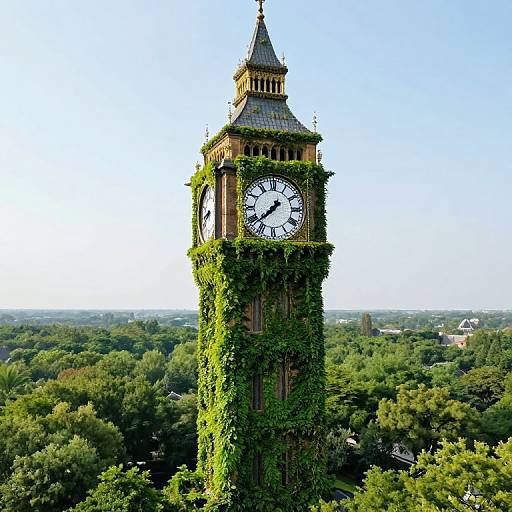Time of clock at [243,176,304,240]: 7:37
